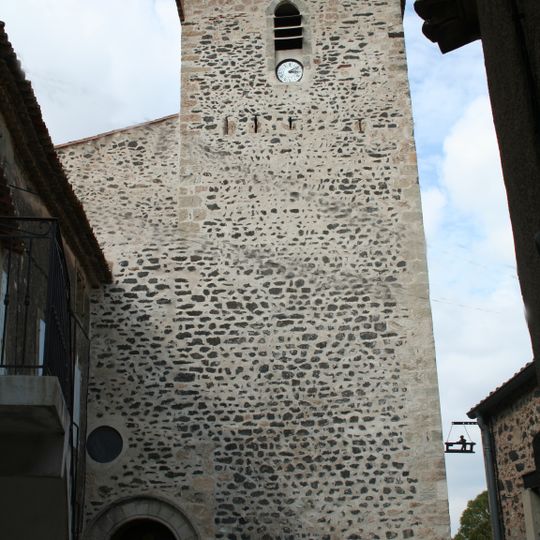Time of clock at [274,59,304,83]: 3:09
